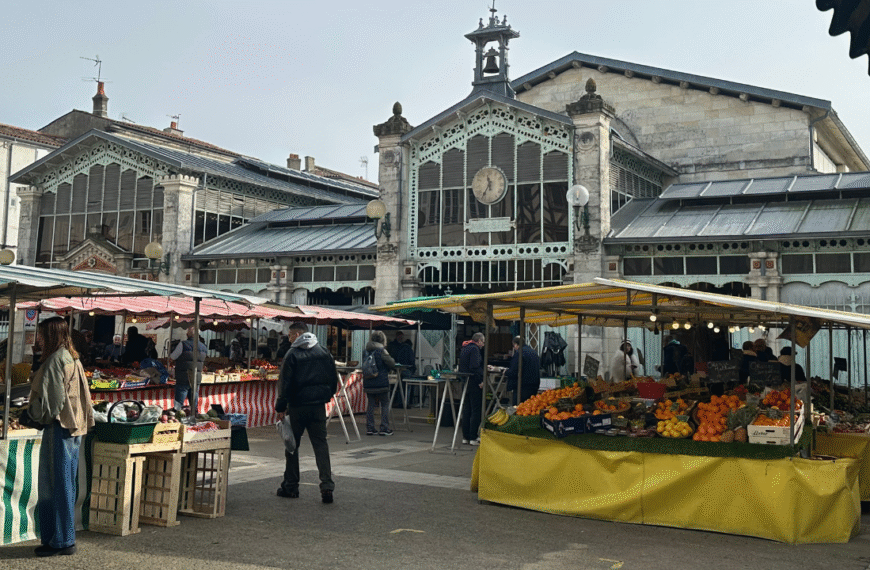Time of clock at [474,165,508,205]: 11:35
